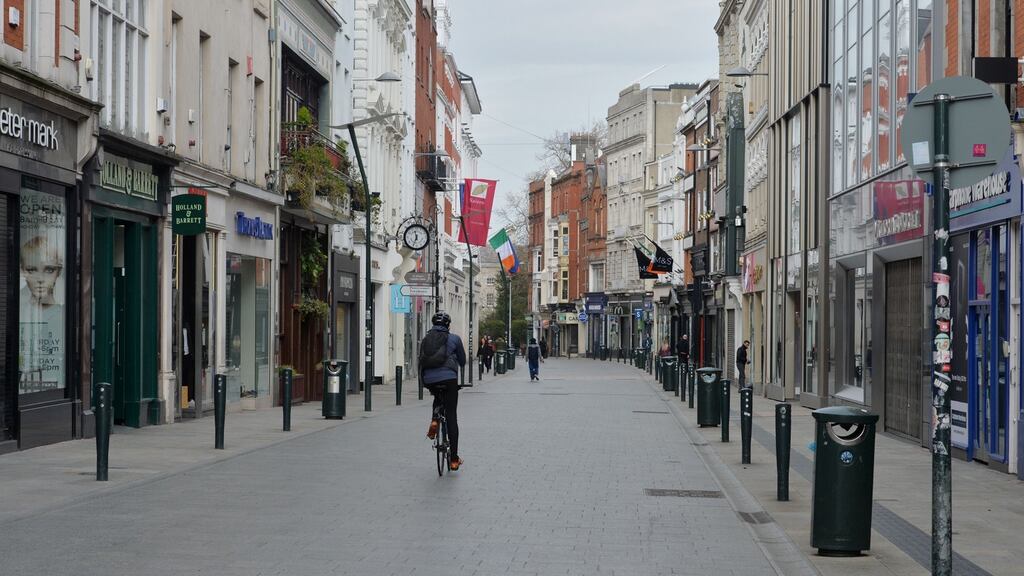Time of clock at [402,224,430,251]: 11:33
